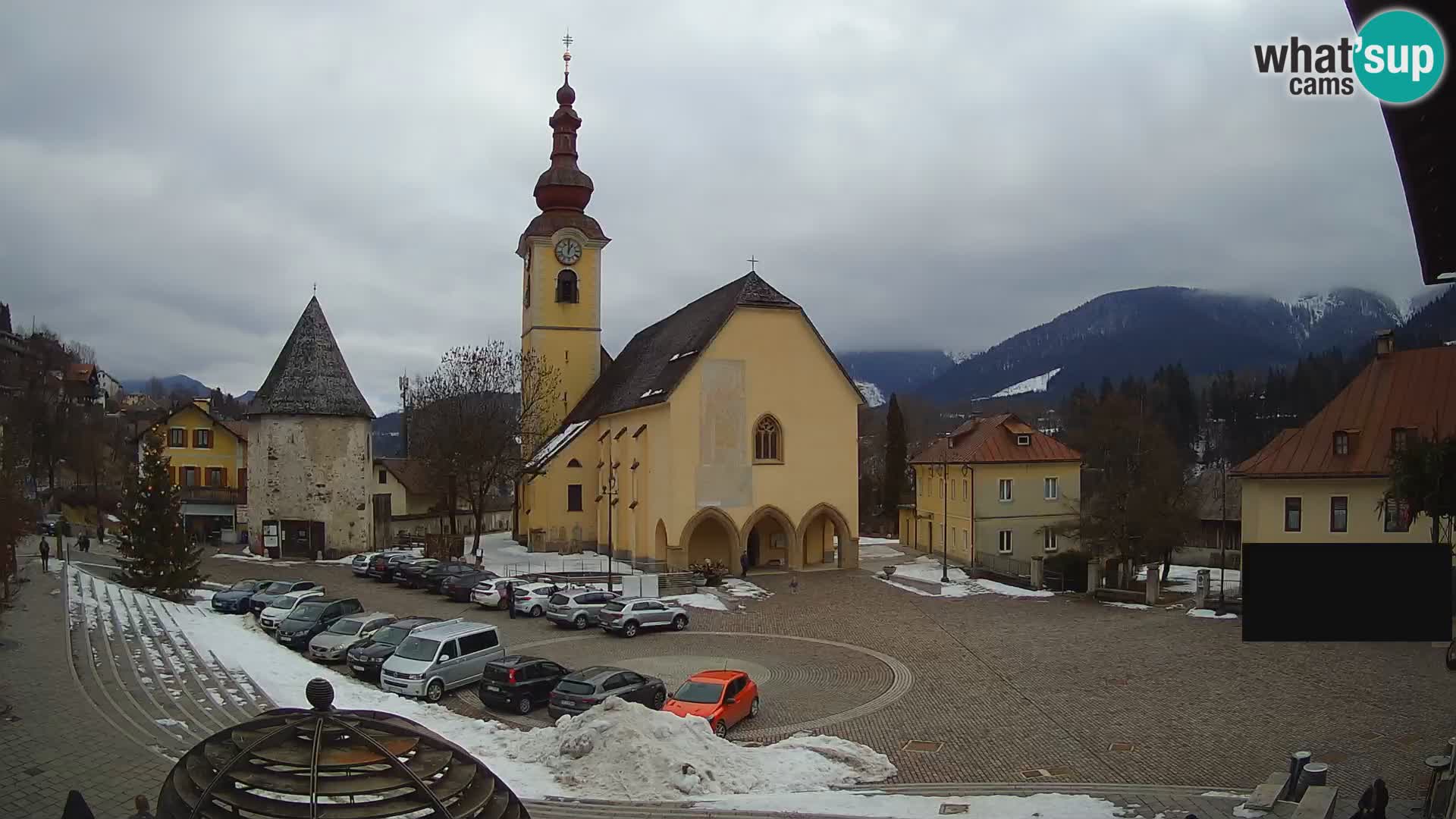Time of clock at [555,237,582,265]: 1:00
